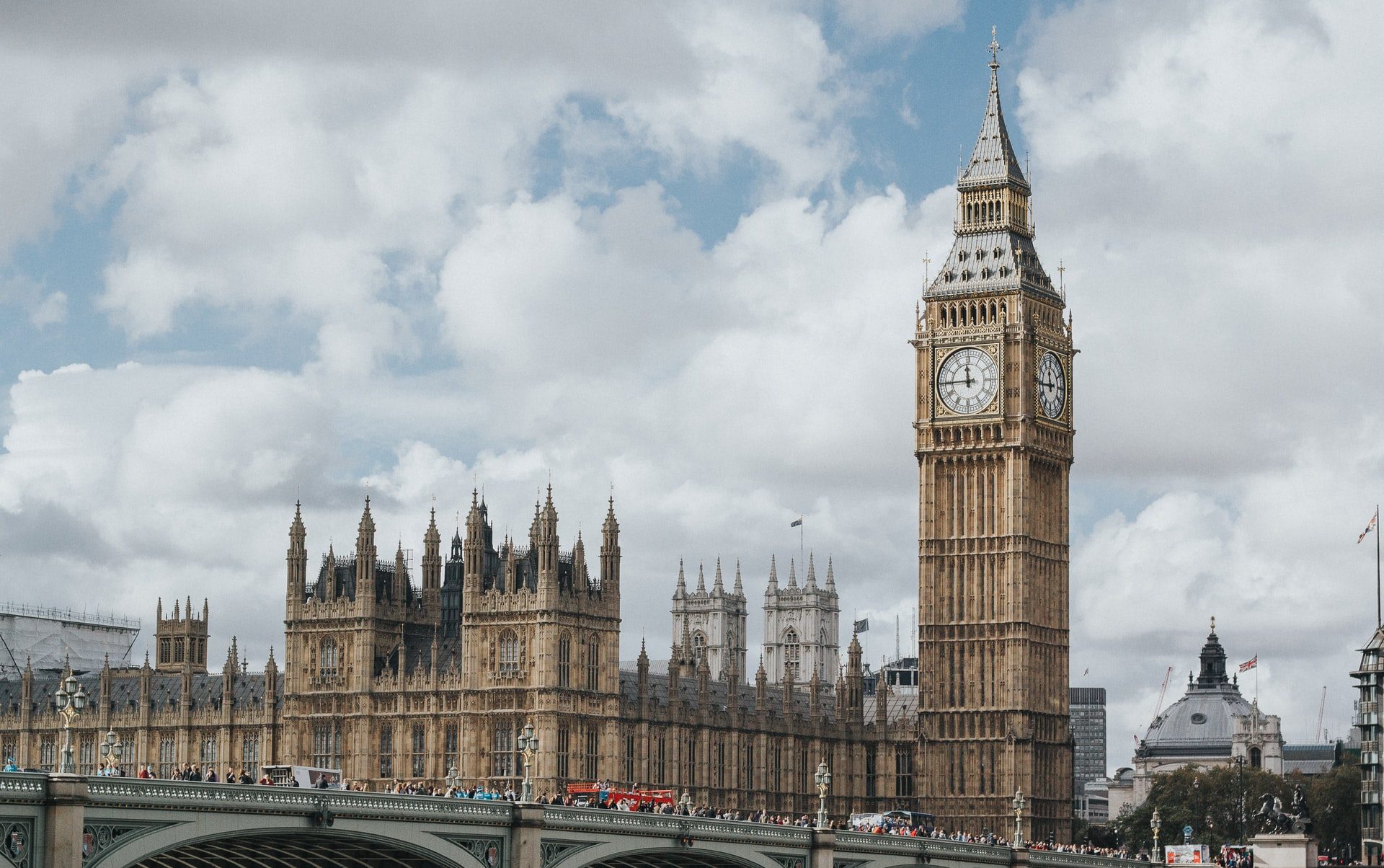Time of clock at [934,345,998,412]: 11:44
